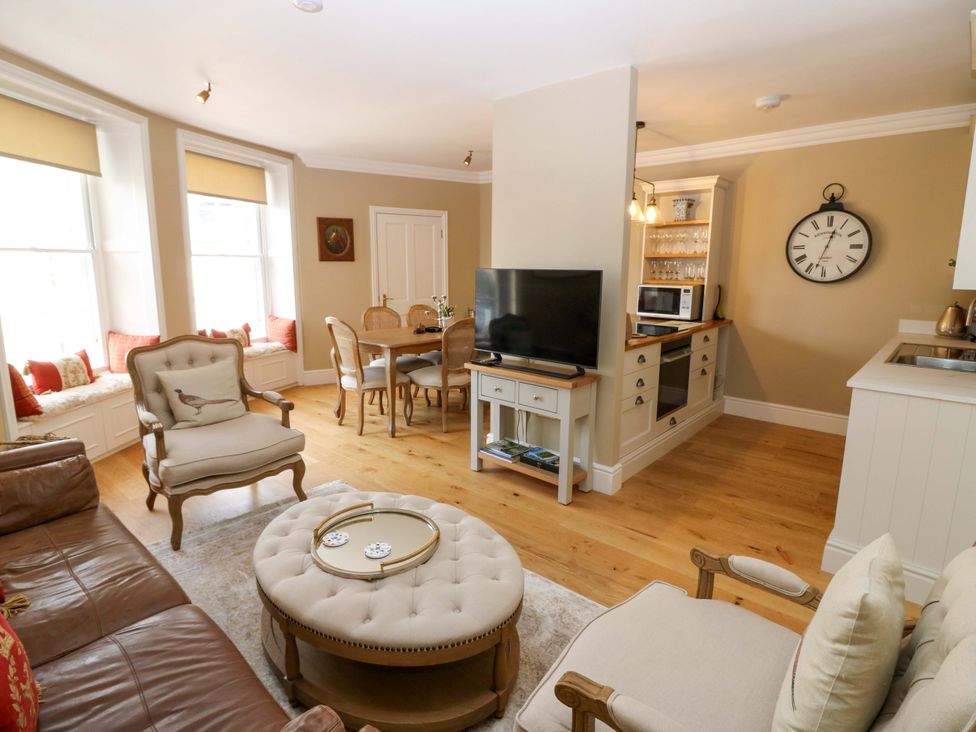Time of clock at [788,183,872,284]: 12:32
